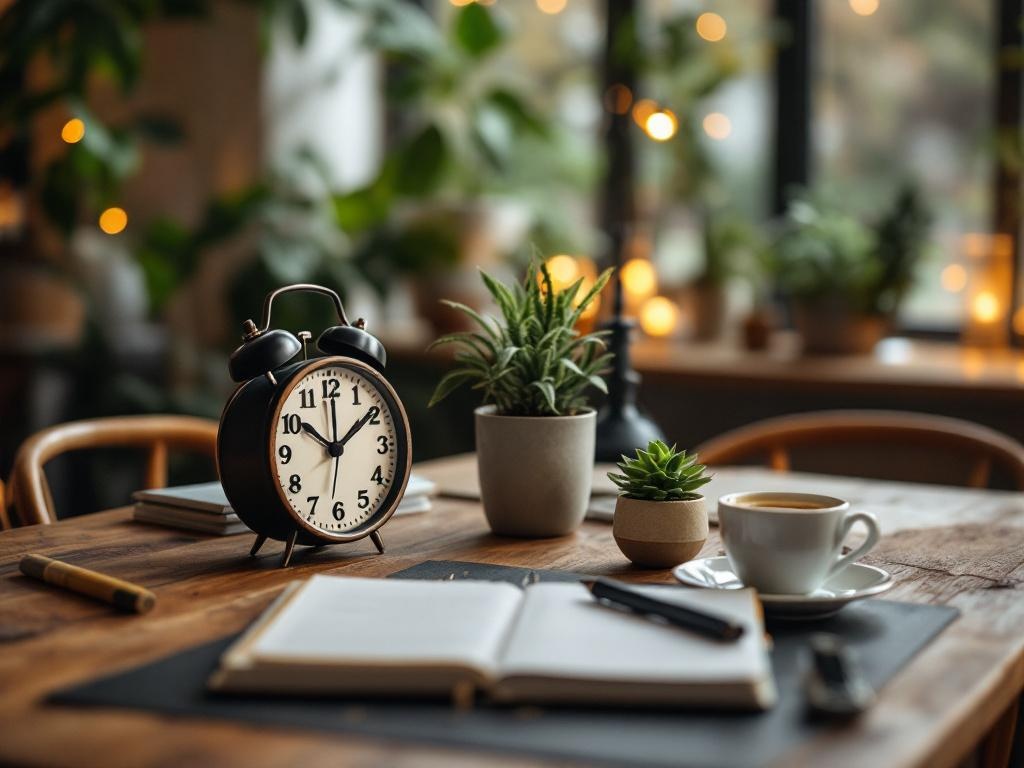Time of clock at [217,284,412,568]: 10:09
